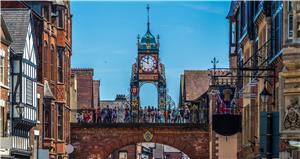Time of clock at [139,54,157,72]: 11:49
